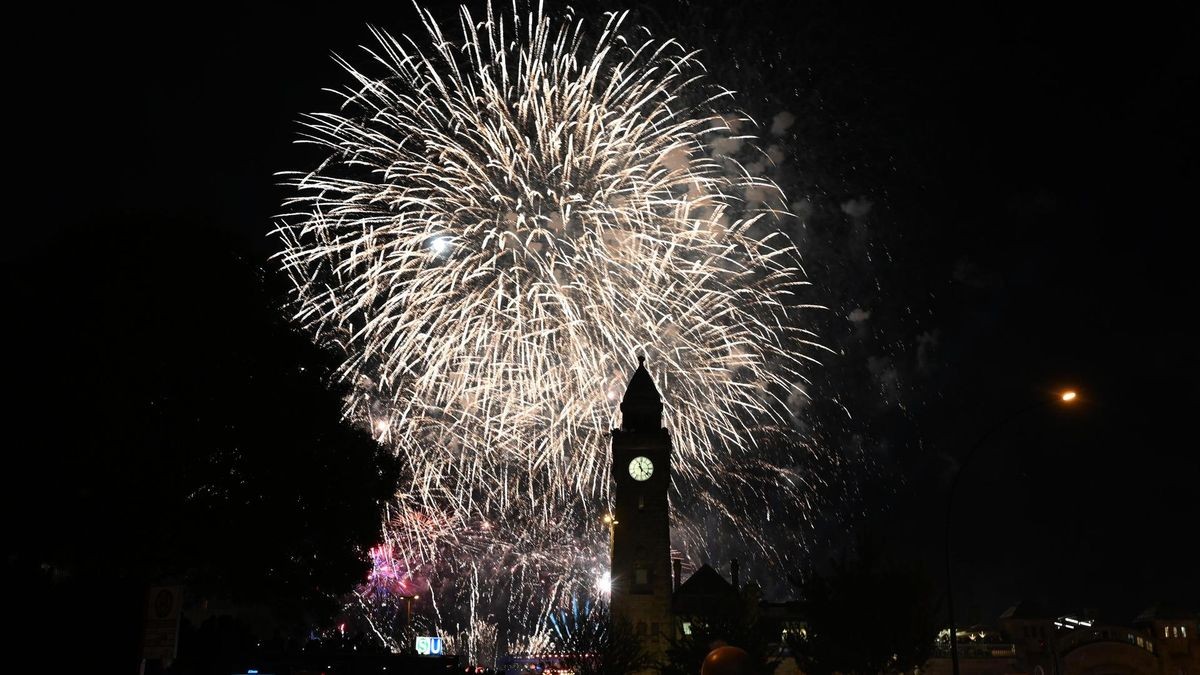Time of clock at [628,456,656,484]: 11:22
